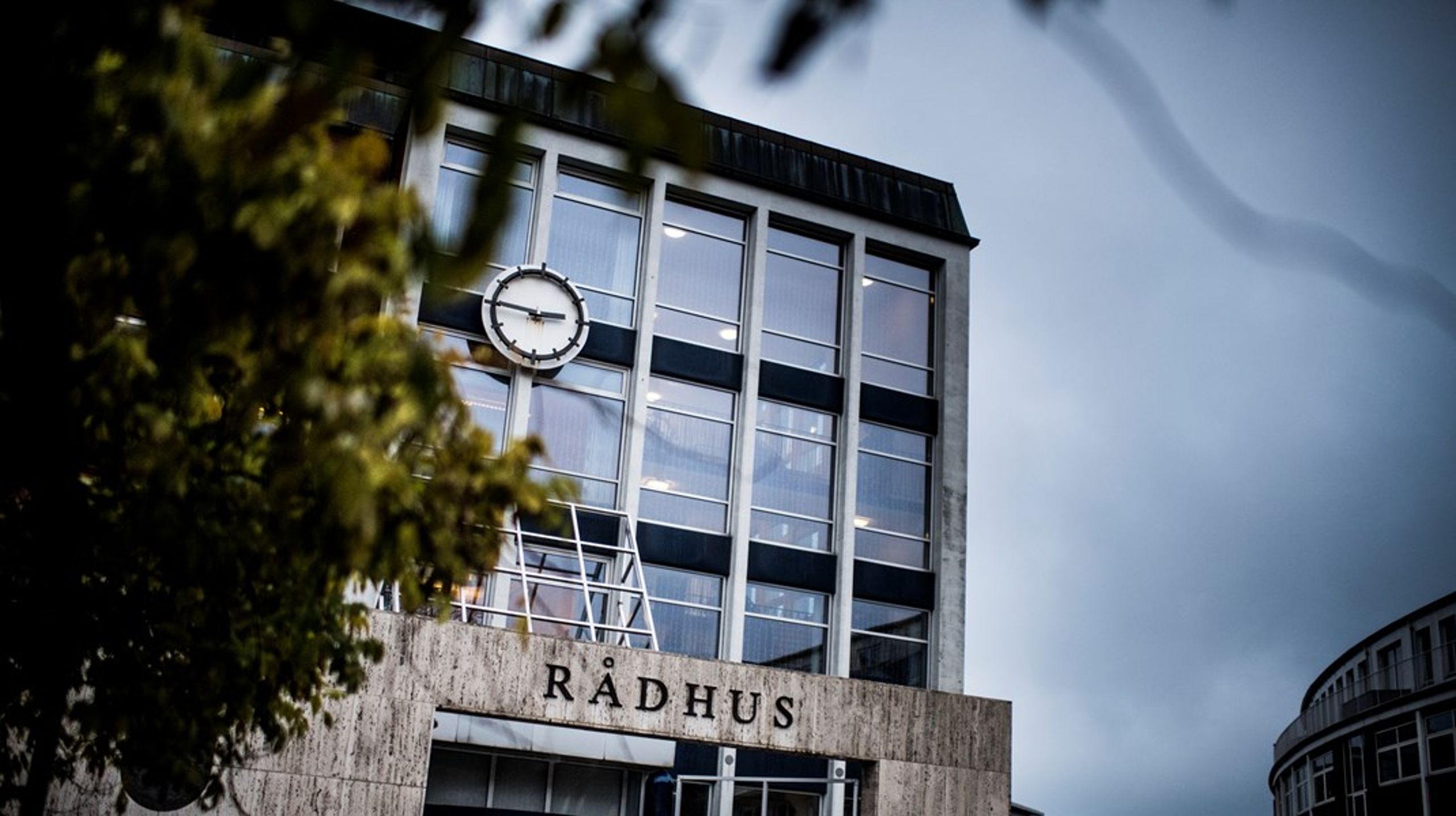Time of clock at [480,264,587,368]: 2:46
